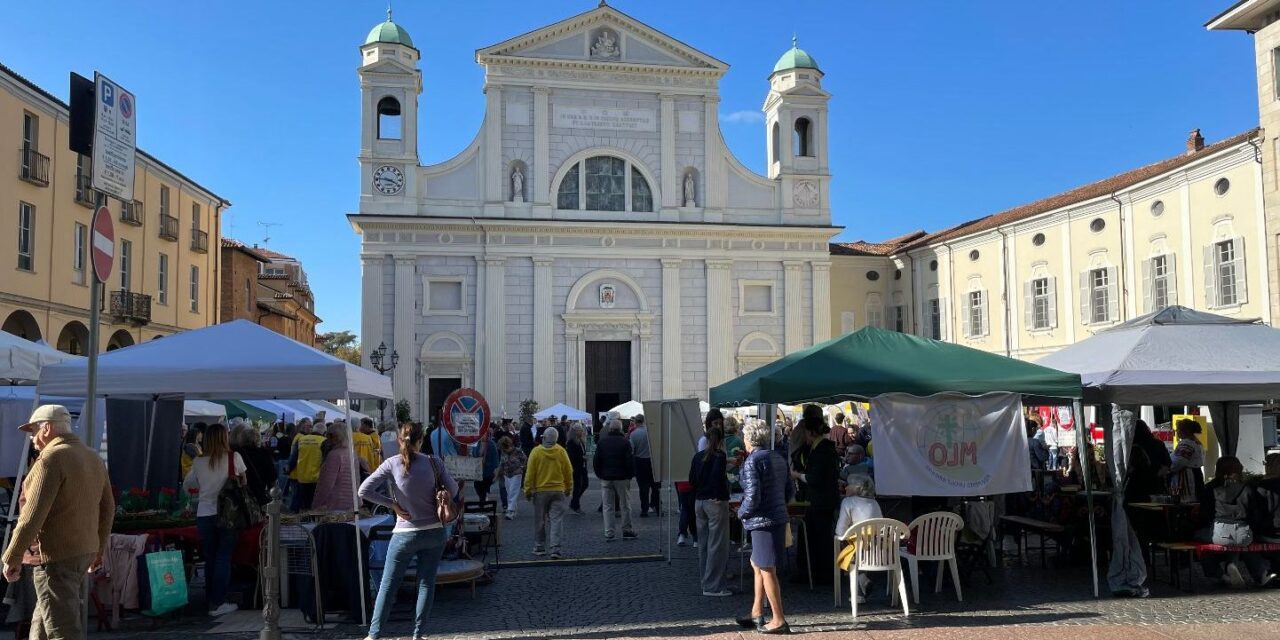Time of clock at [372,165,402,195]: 3:46
